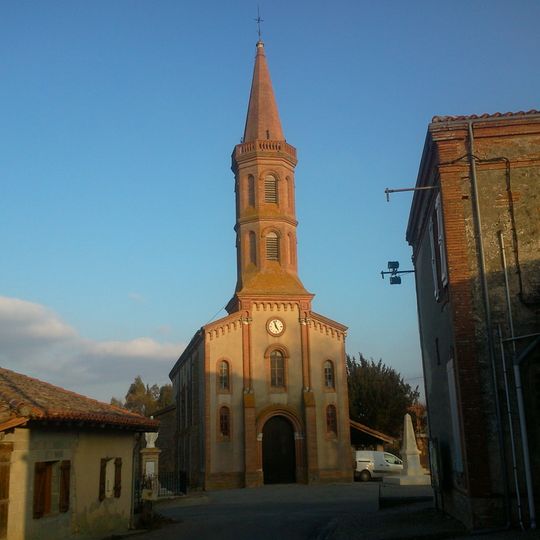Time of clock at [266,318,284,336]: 4:57
